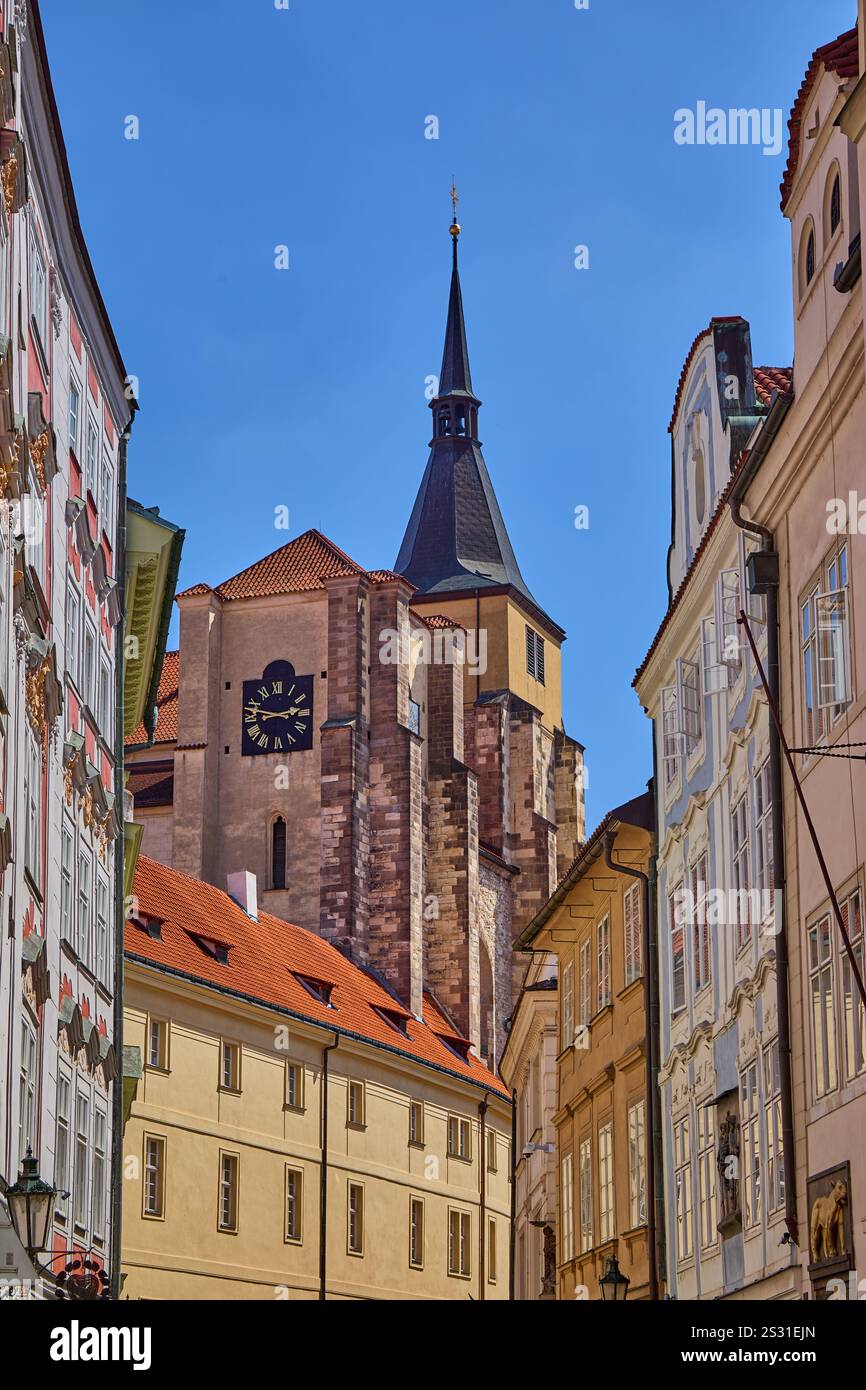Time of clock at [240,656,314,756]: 2:47
